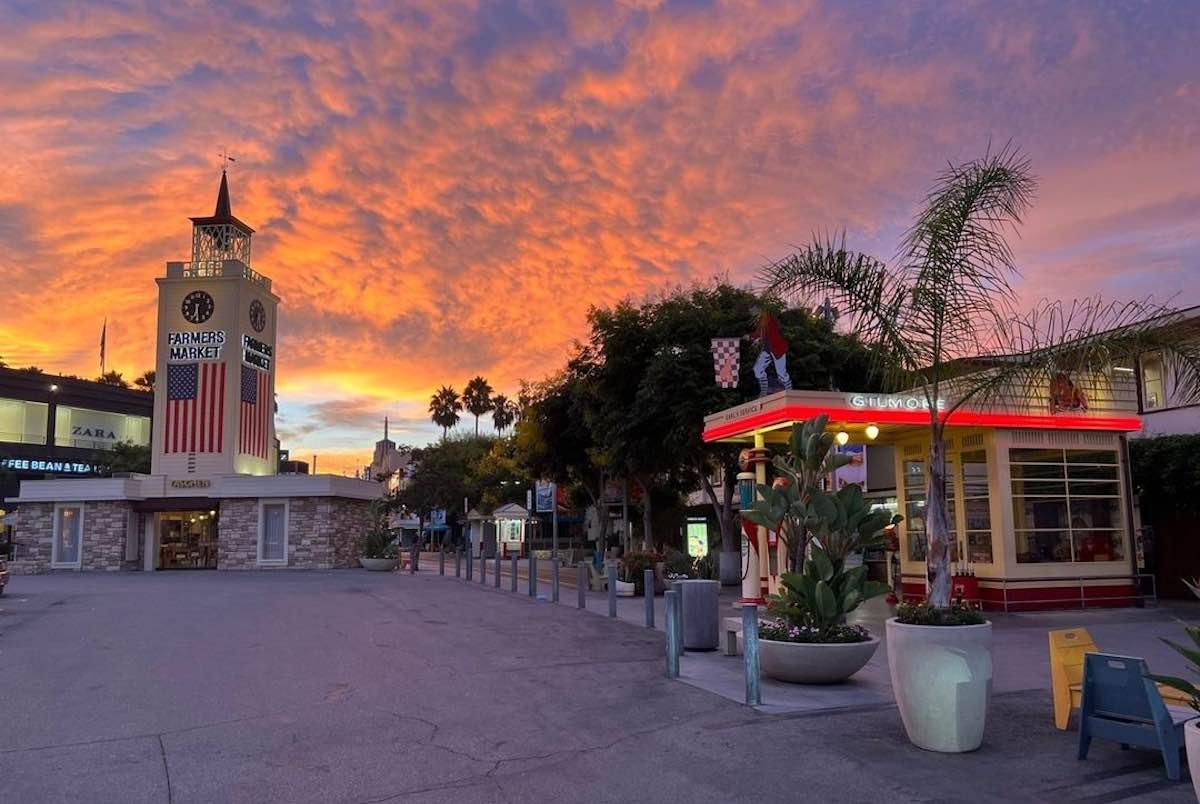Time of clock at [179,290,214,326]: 6:29
